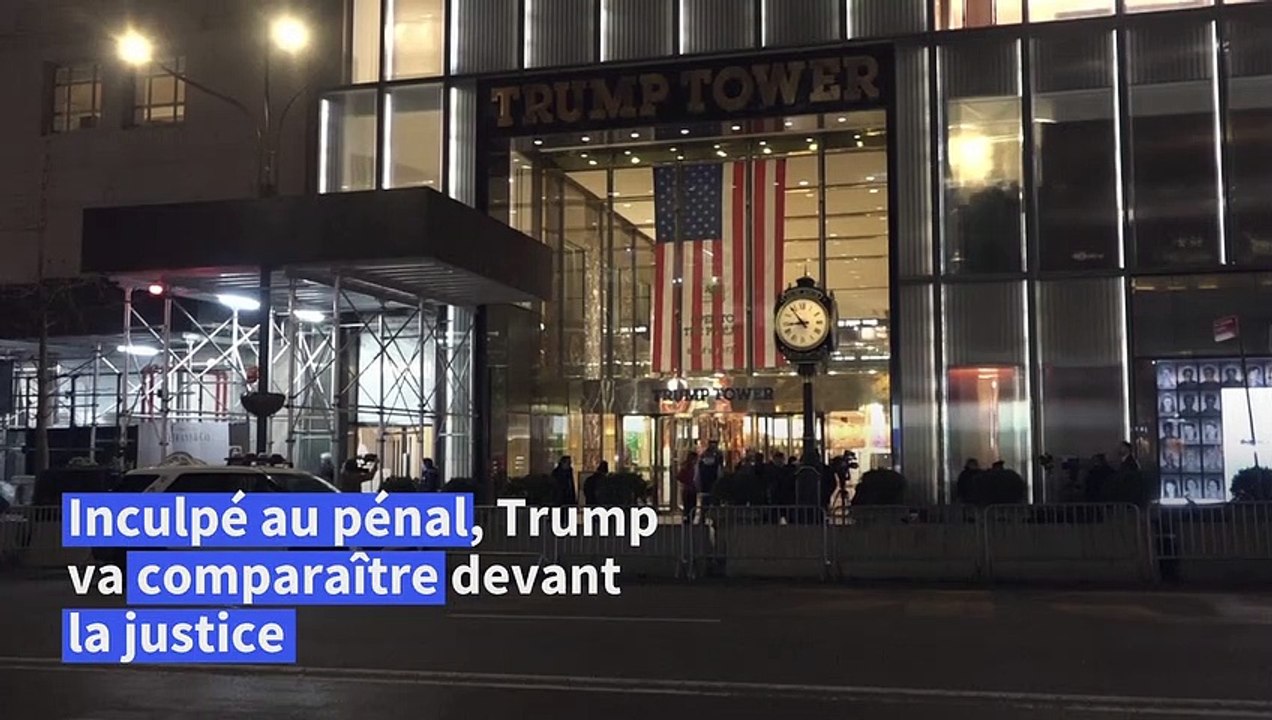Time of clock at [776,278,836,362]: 8:53
